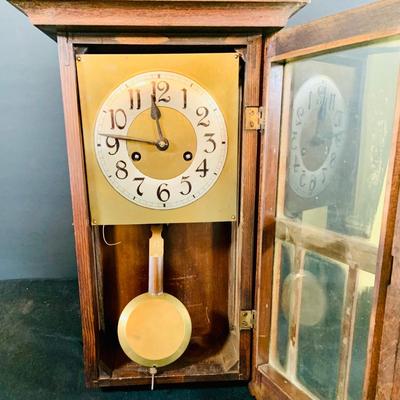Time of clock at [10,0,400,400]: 11:46
